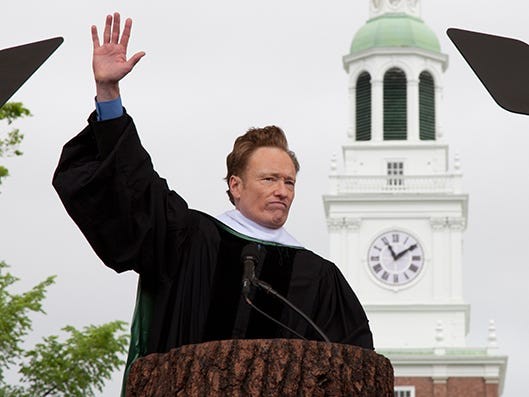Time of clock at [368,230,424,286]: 11:09
